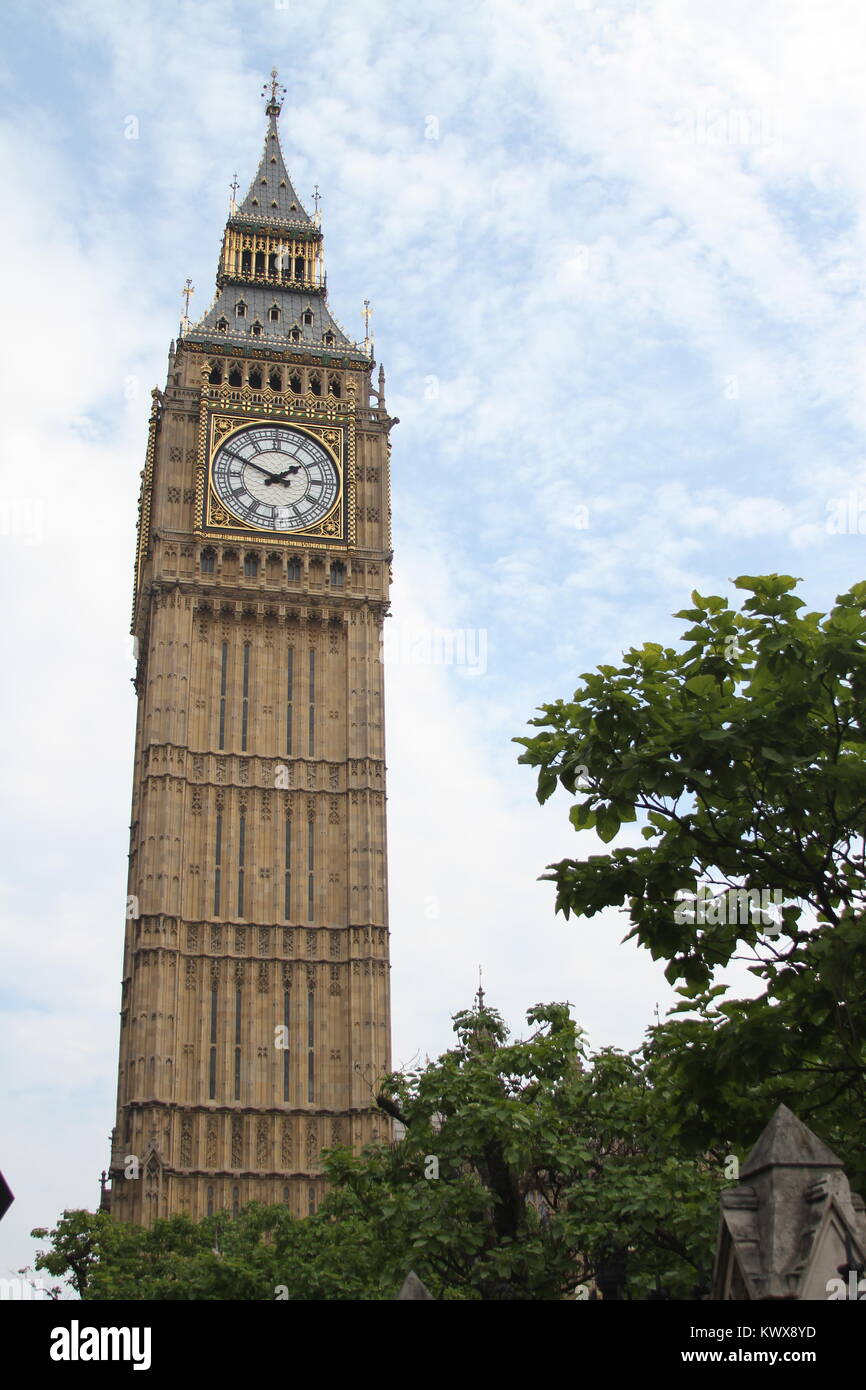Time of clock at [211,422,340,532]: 1:49
